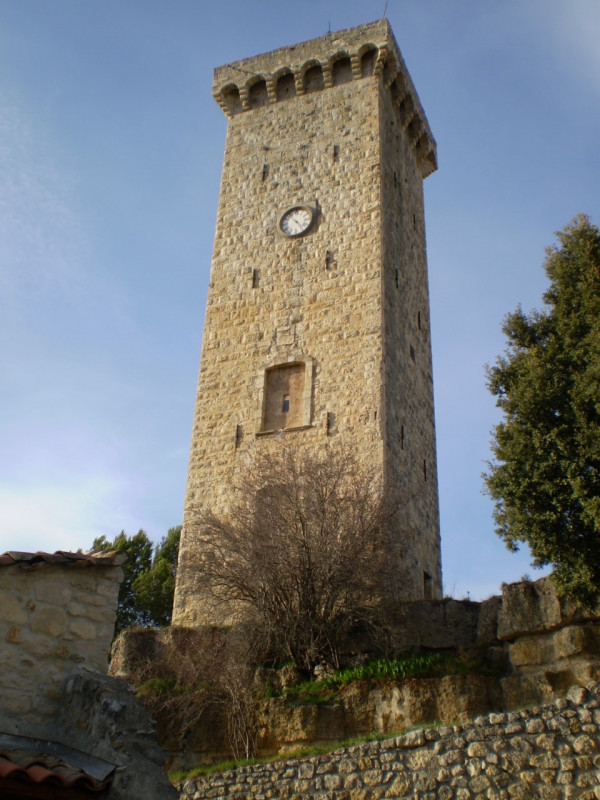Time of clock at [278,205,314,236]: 4:23
